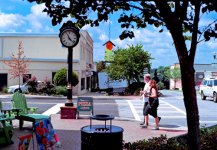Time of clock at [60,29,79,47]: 11:22
